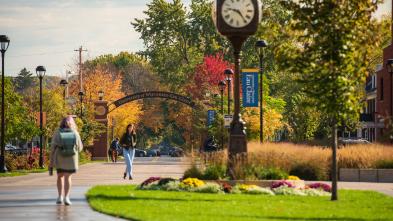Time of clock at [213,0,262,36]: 9:23
